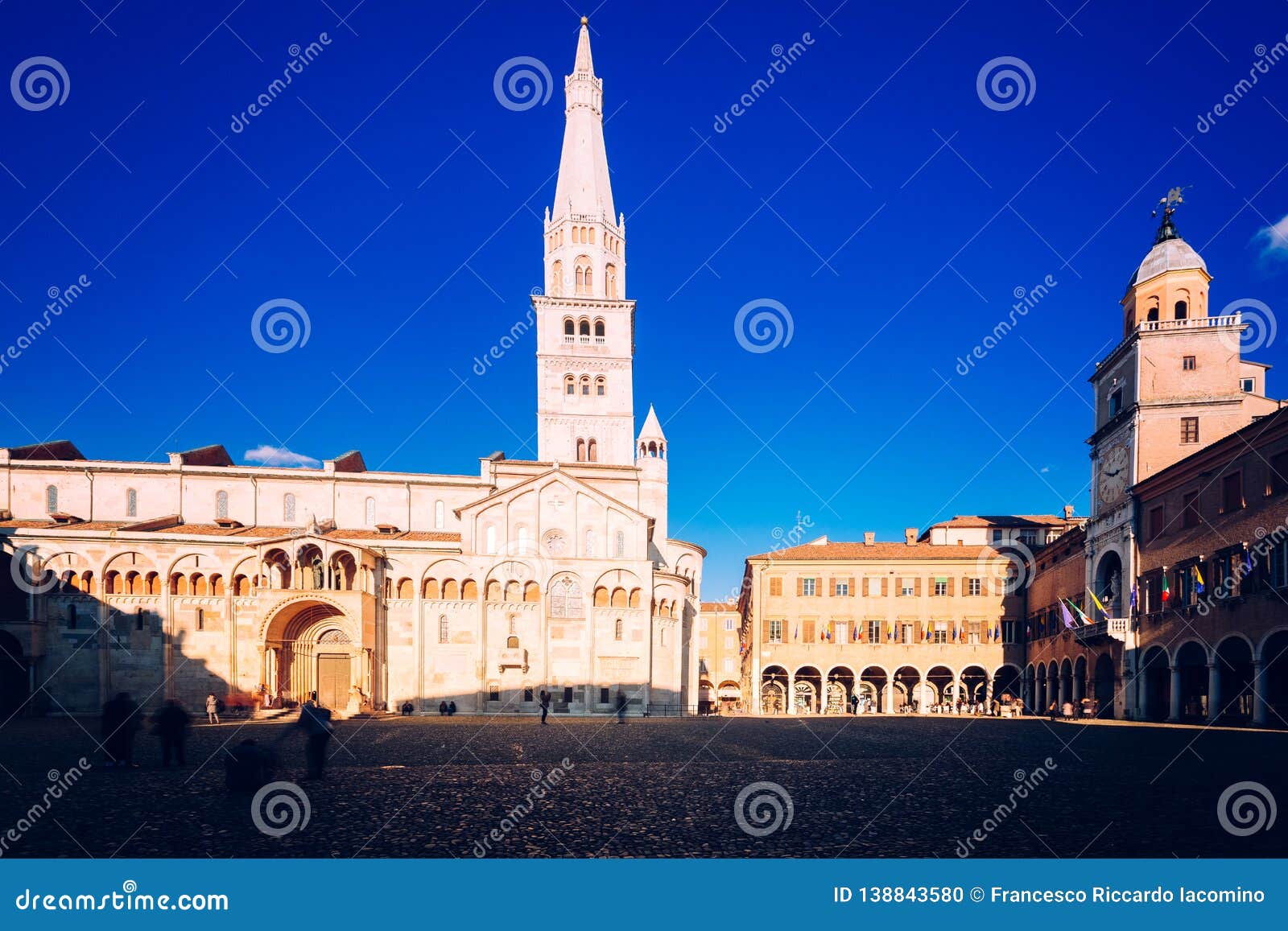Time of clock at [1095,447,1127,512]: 2:48
